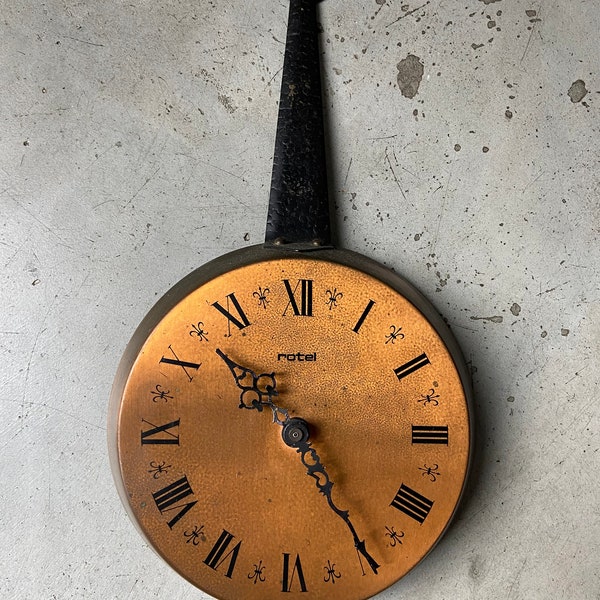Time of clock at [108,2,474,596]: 10:24
